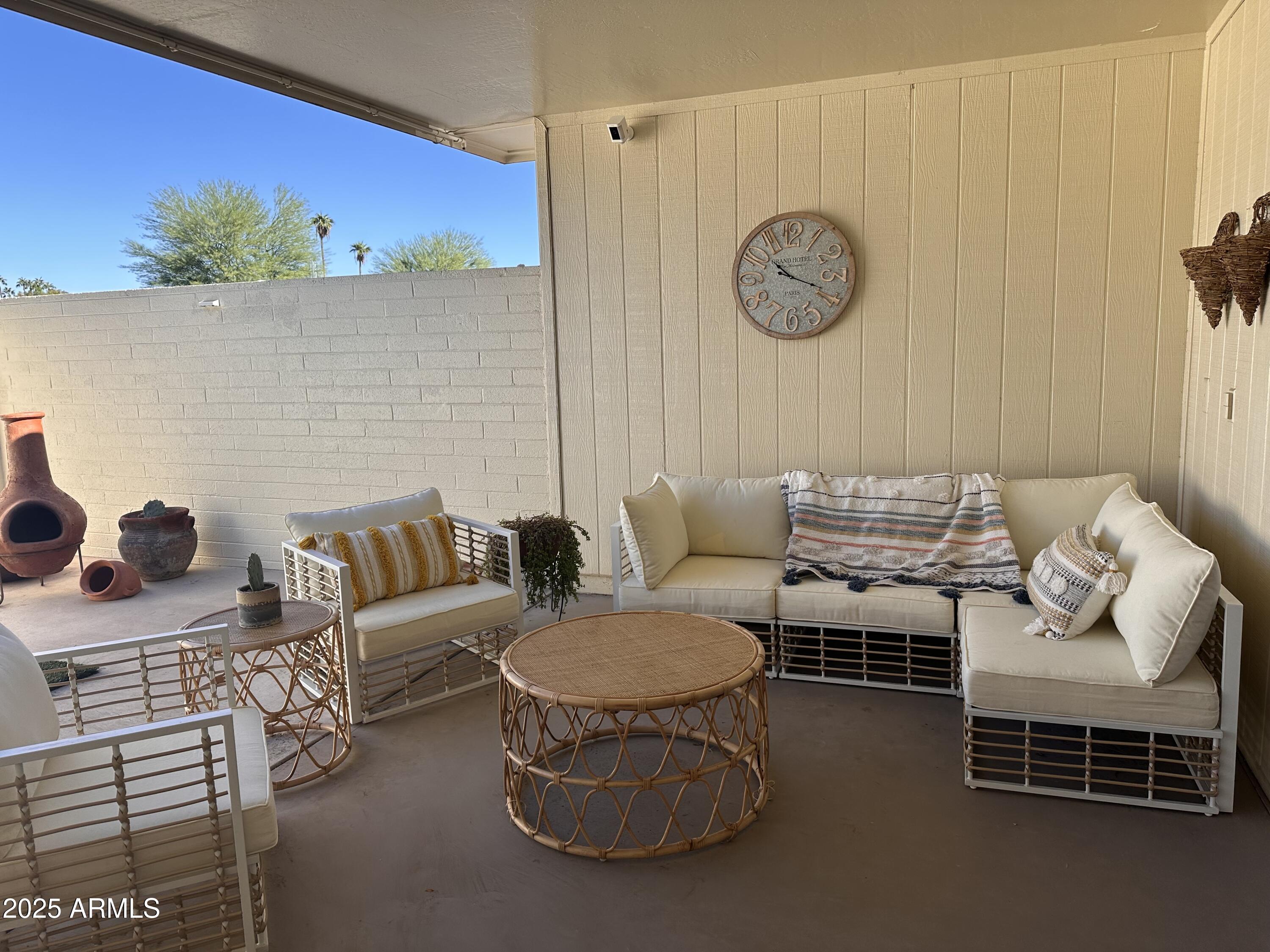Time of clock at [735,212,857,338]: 10:18
